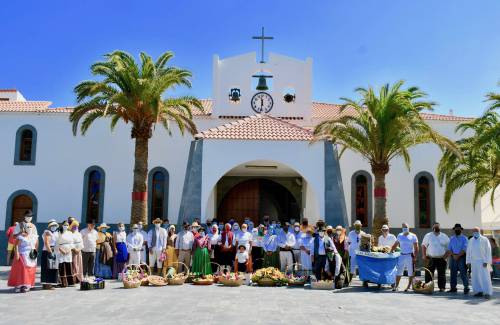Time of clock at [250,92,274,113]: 11:31
